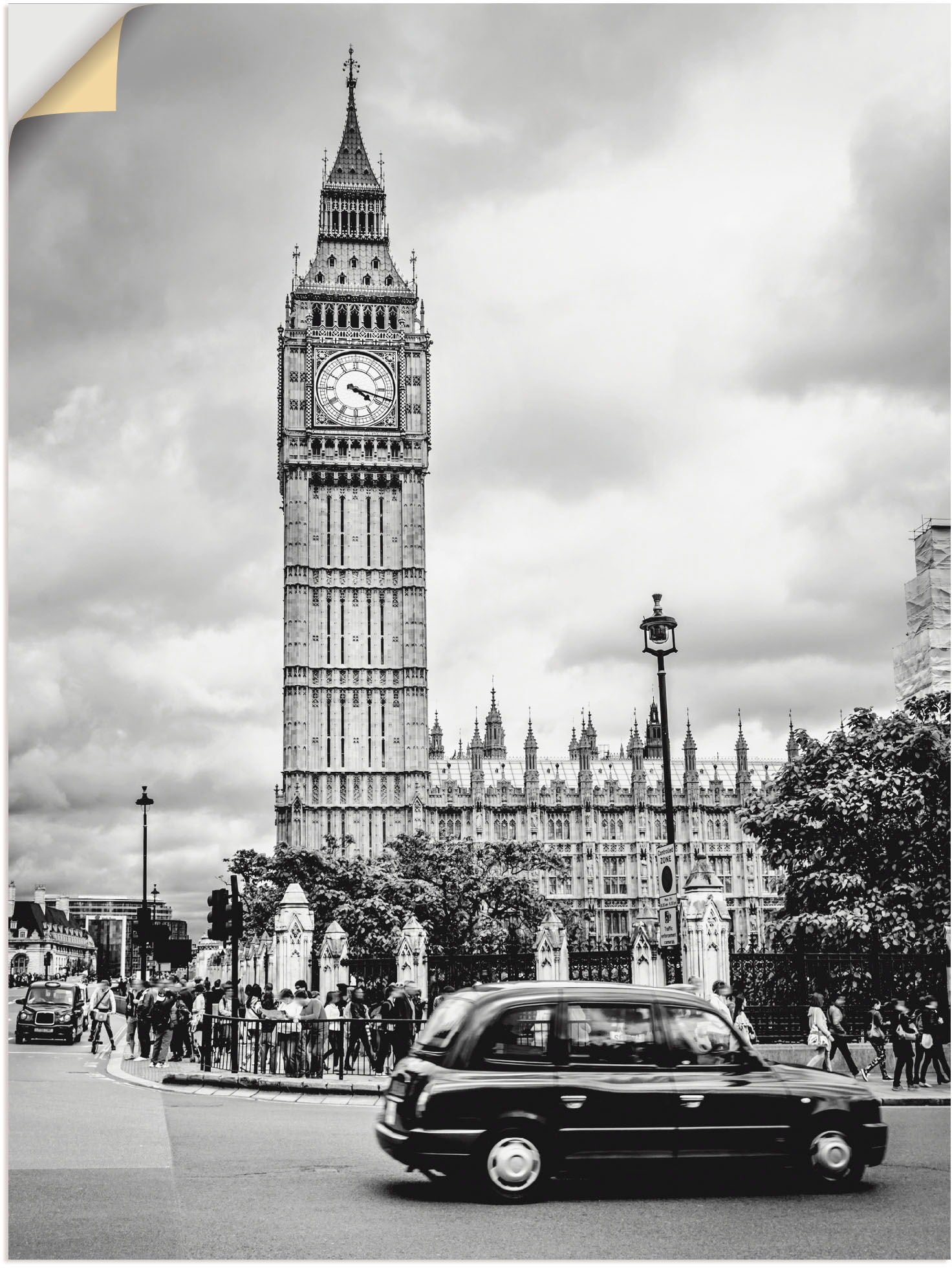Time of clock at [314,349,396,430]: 4:17
